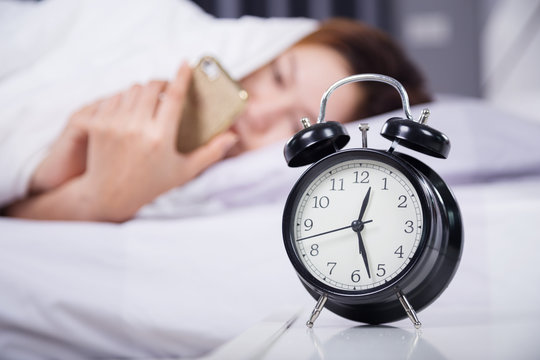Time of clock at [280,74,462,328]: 12:27
